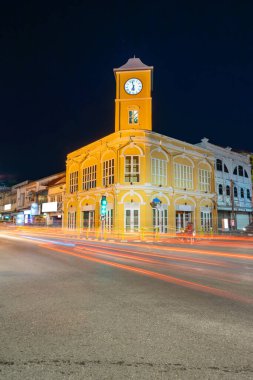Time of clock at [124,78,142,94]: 6:58
